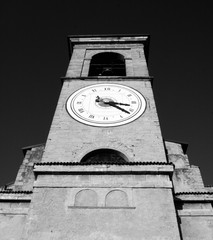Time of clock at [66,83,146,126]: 3:21
